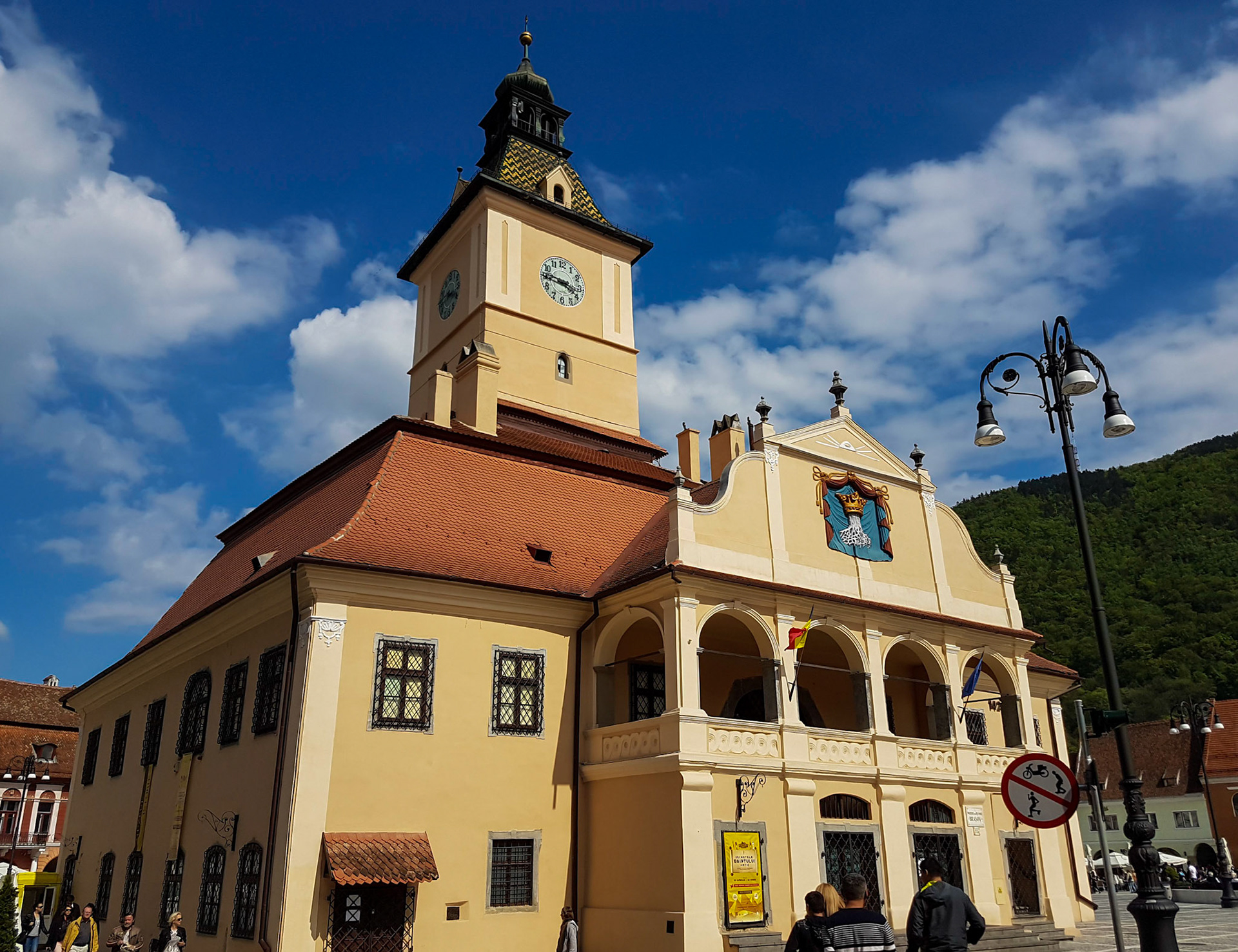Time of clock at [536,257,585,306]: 3:46
